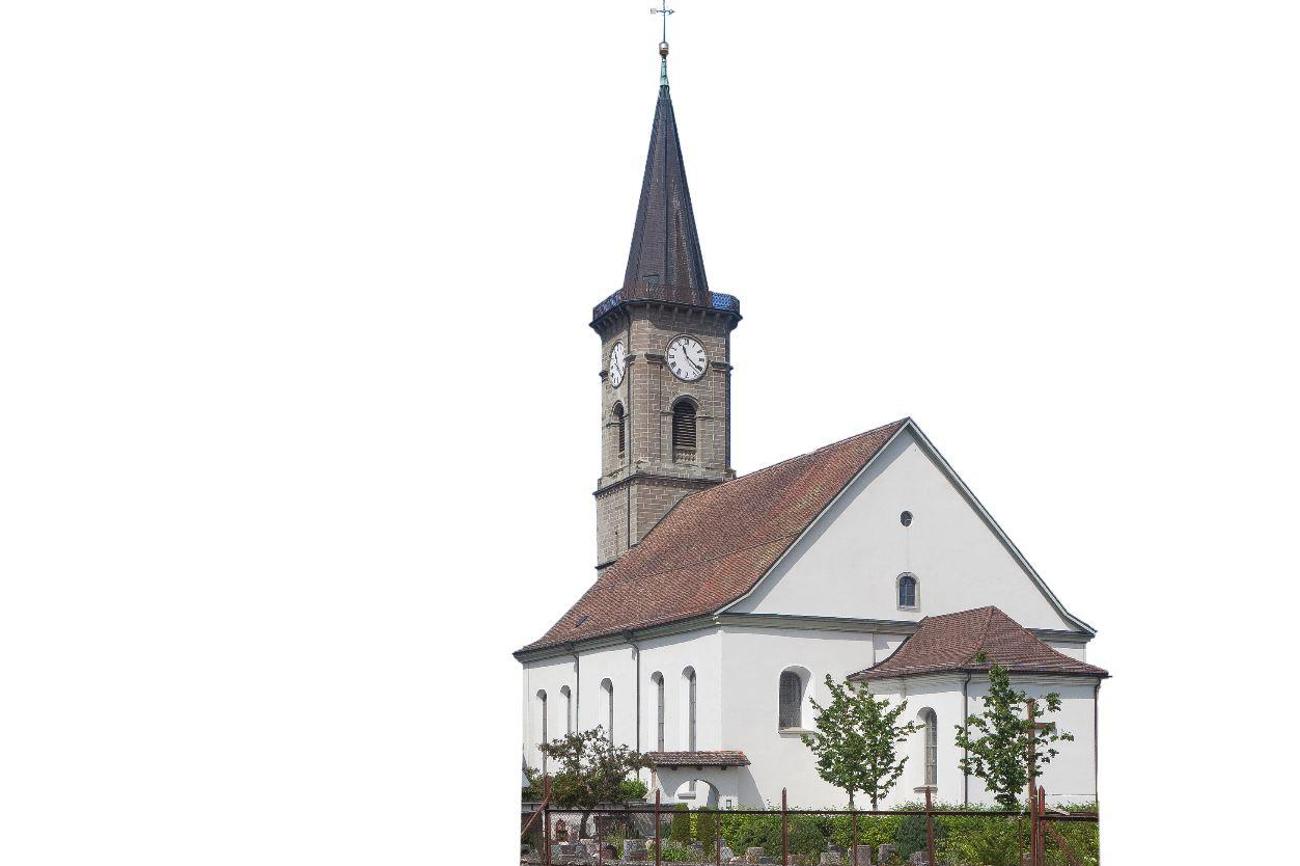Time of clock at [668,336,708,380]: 11:21
